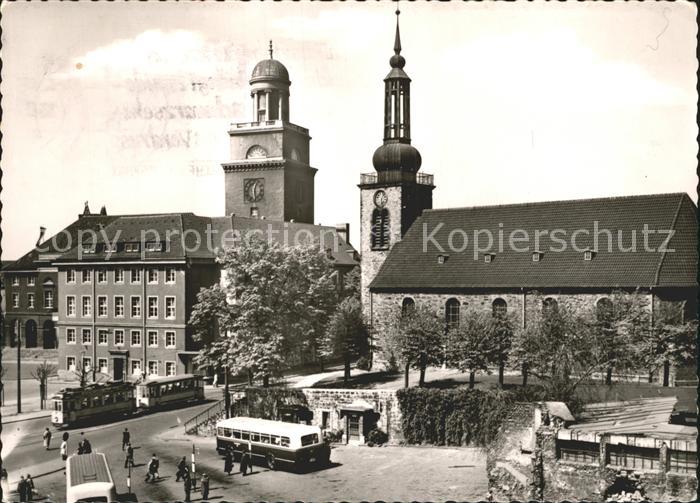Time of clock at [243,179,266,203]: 12:28
